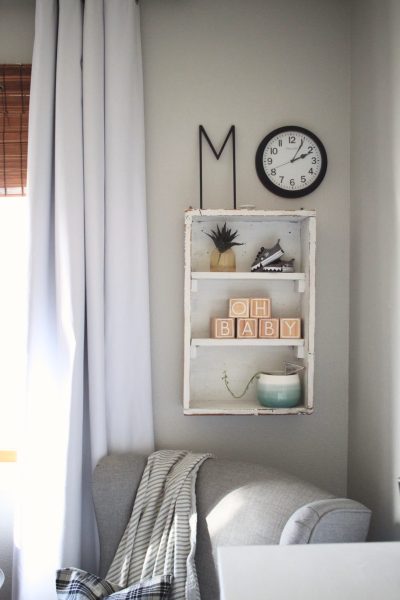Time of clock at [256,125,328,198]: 2:05
